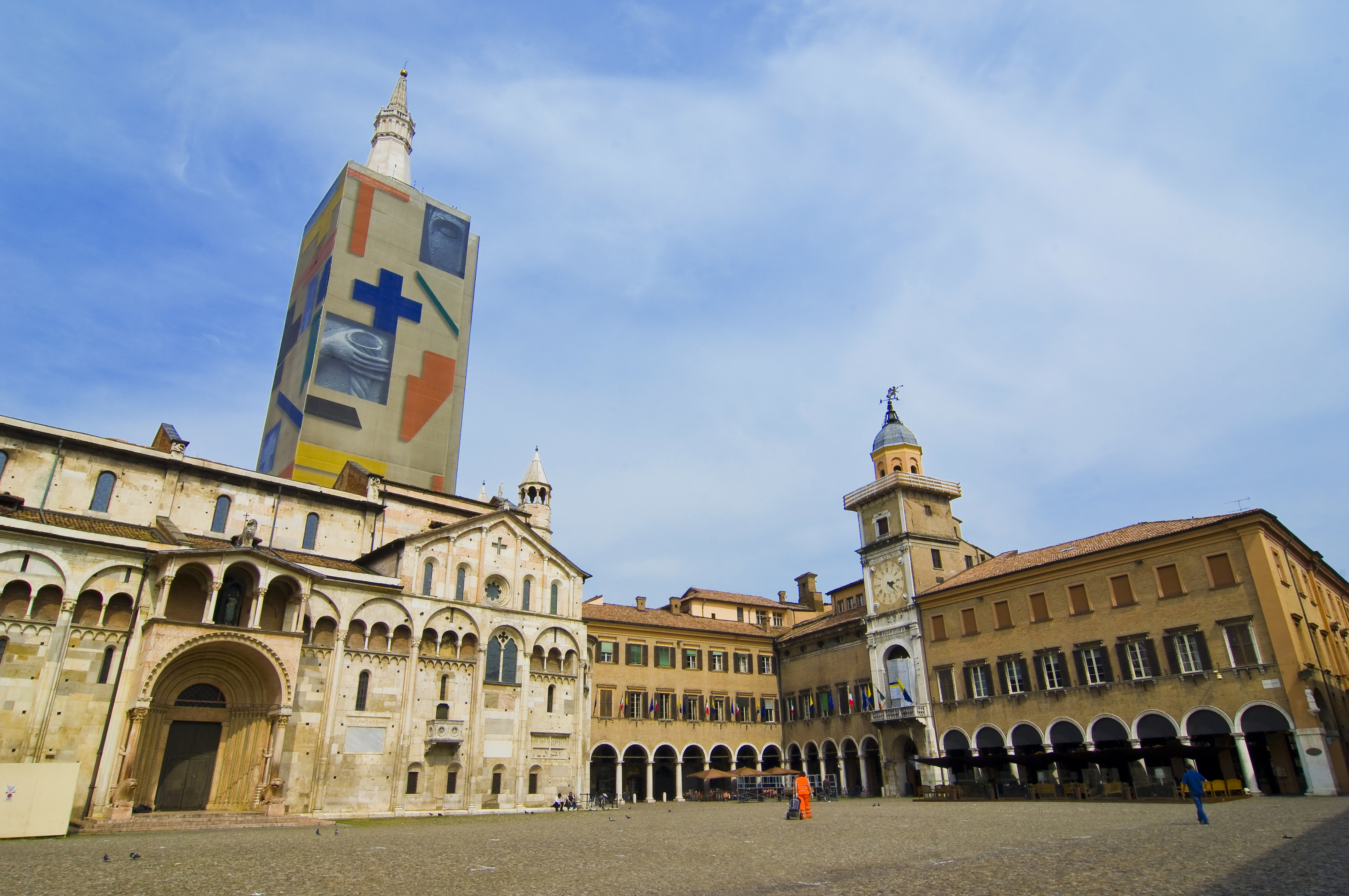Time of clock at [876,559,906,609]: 3:22
